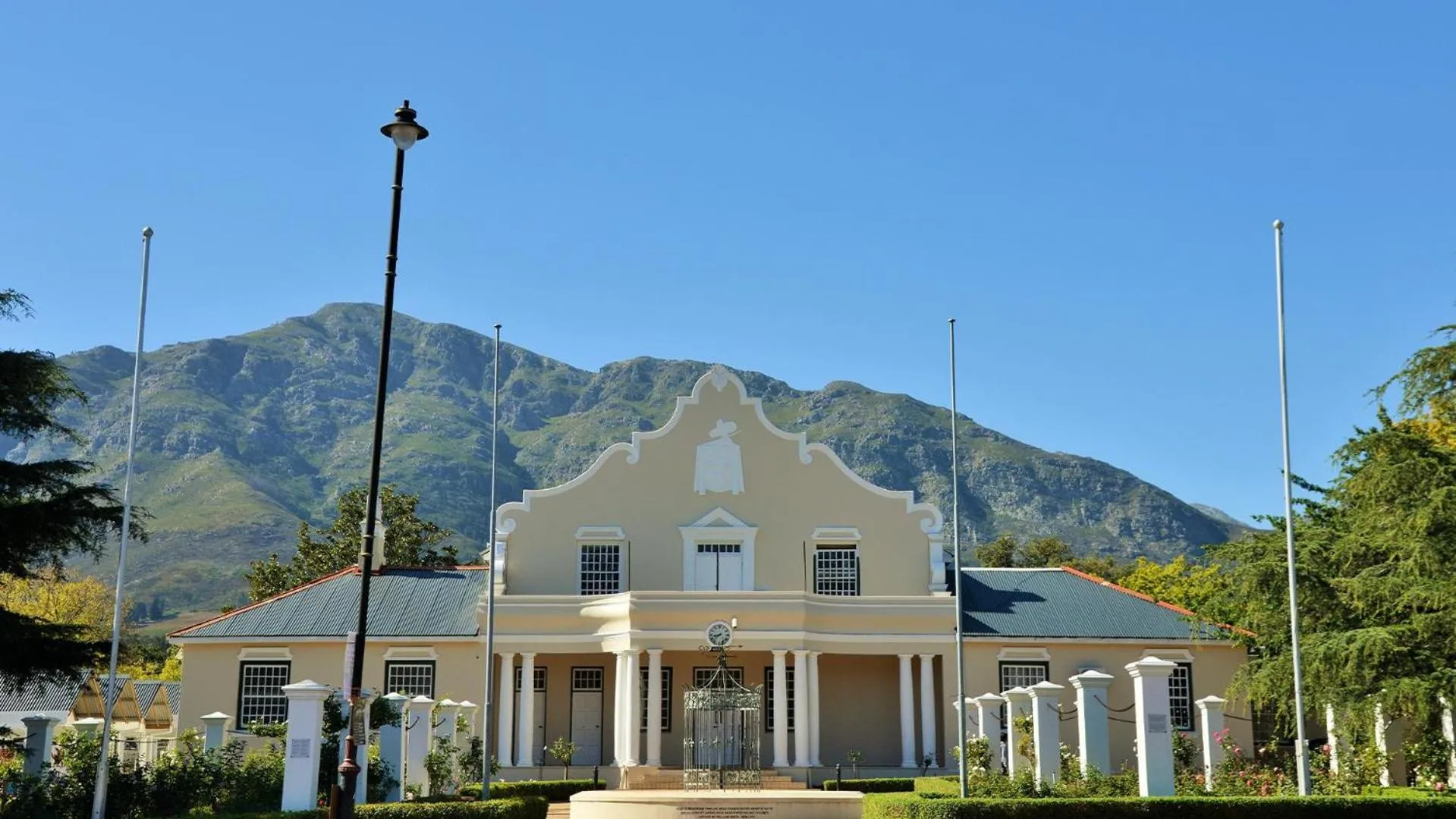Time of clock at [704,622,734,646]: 8:37
